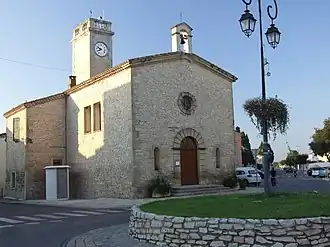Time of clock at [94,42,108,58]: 7:48
